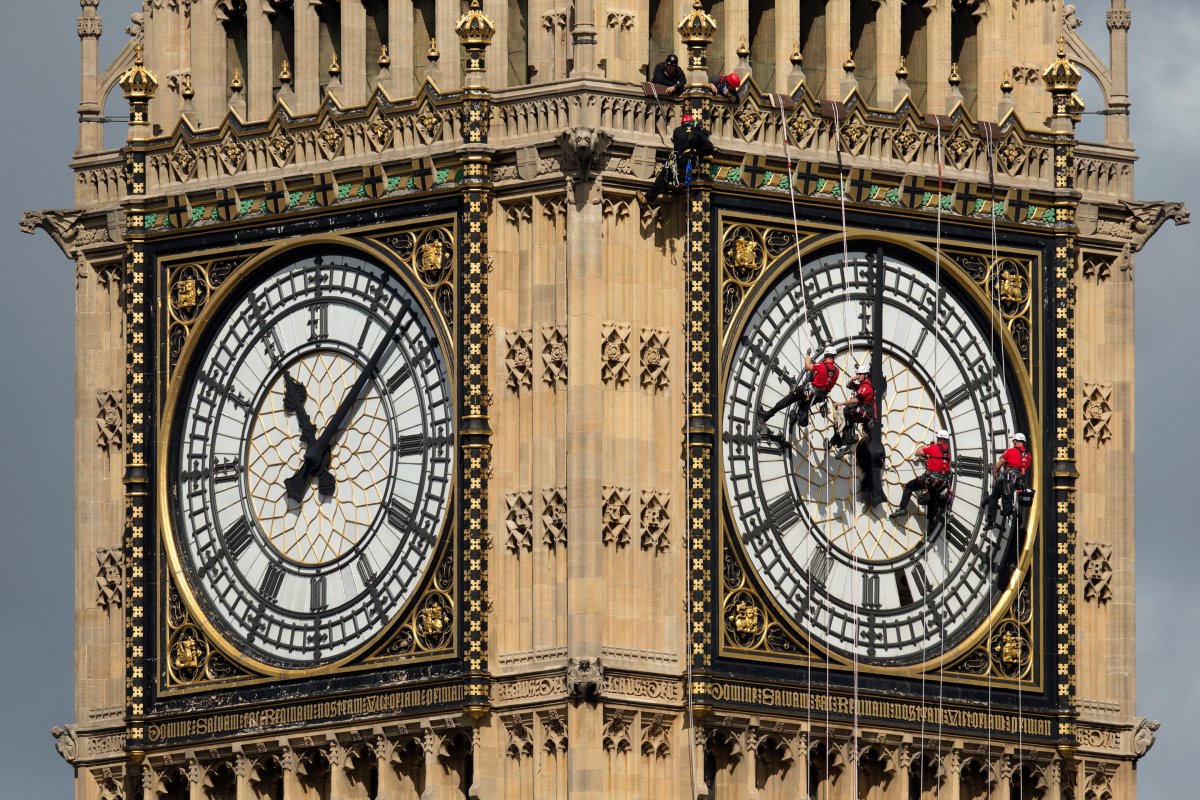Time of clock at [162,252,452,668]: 11:07
